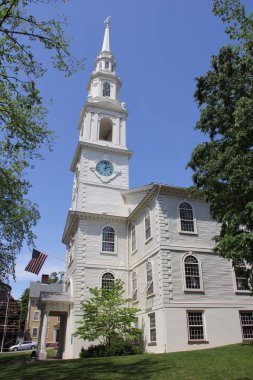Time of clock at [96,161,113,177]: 2:02
